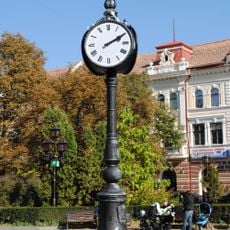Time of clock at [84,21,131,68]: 2:09
